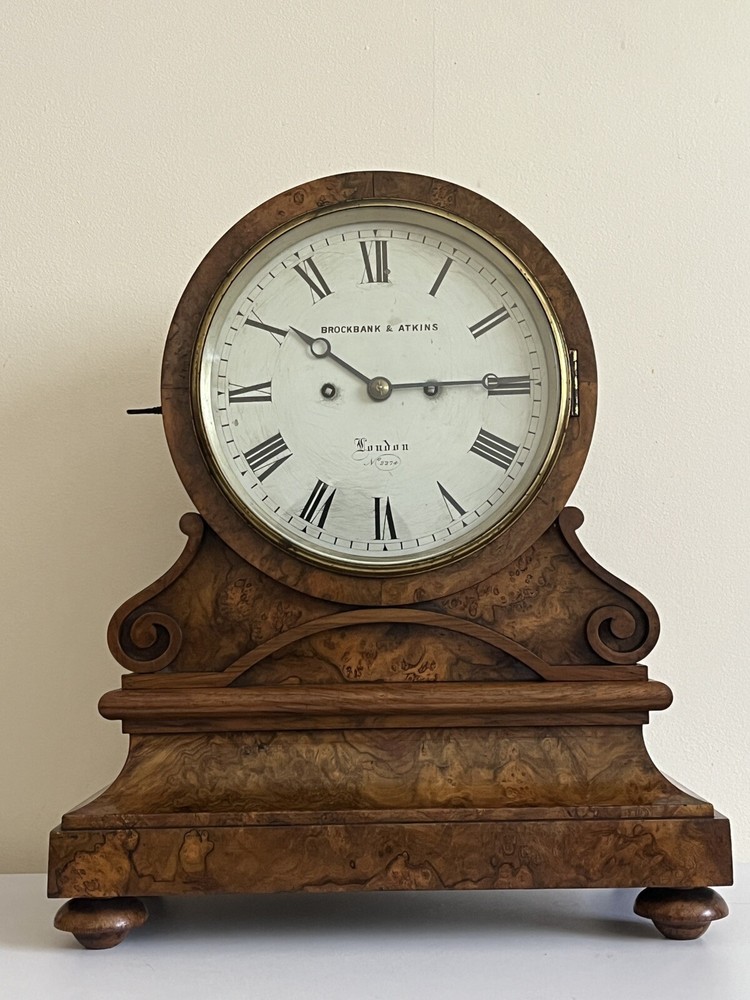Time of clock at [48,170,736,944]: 10:14
